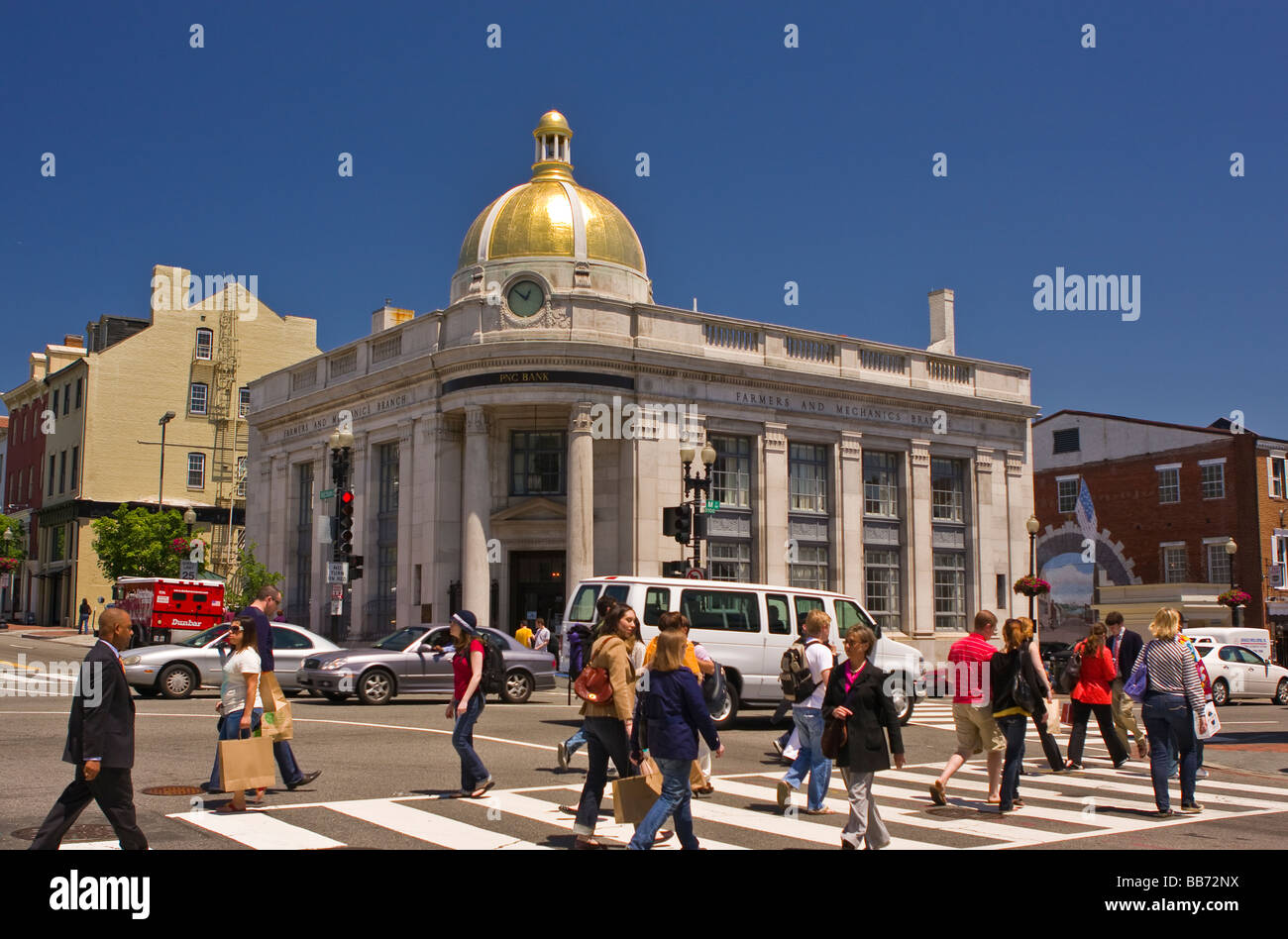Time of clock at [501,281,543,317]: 12:52
